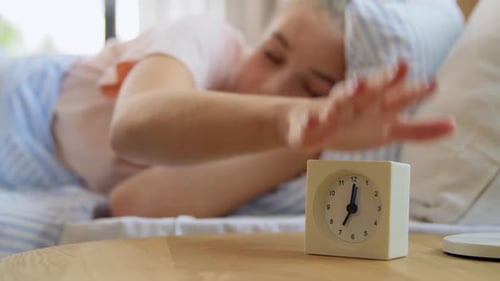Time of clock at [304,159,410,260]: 7:01
